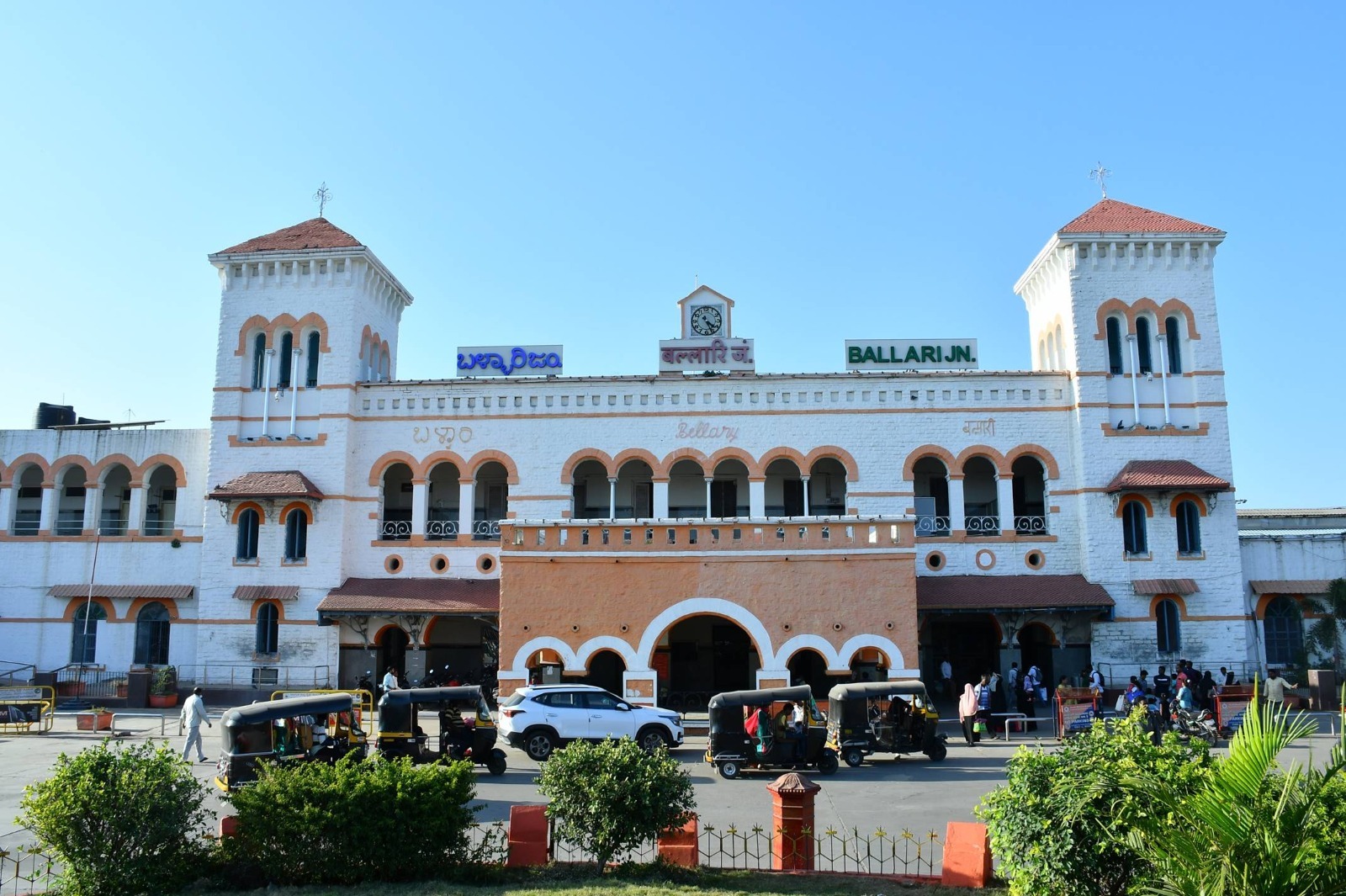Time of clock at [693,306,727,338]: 4:26
